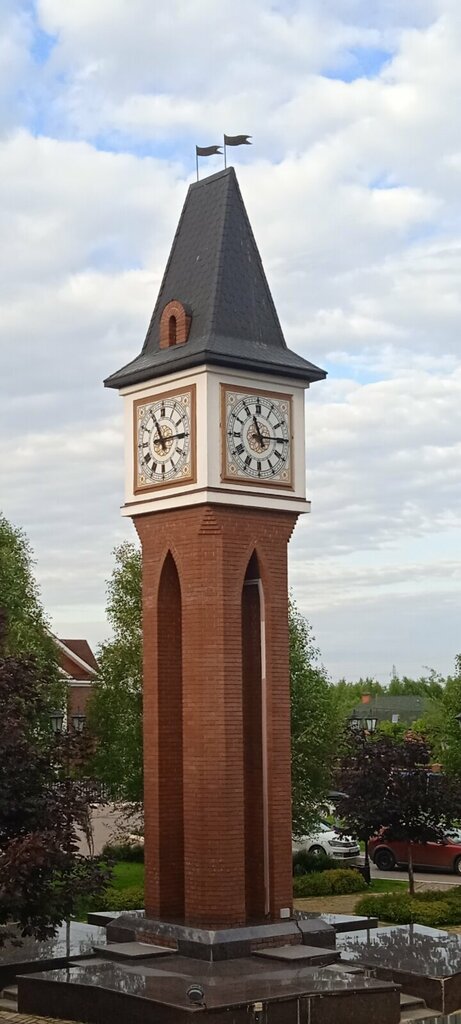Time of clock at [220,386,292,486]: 11:14
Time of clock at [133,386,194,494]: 11:14
